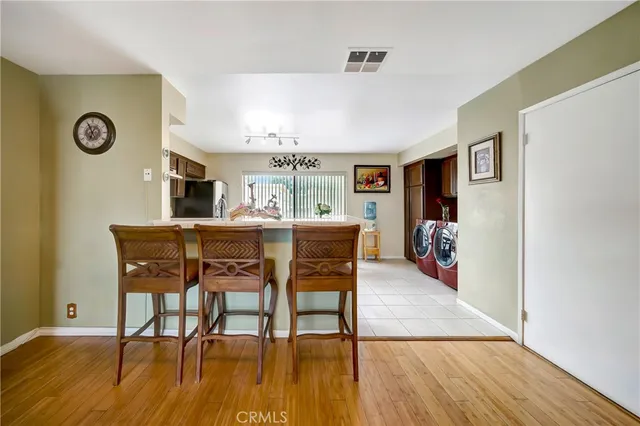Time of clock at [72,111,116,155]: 6:55
